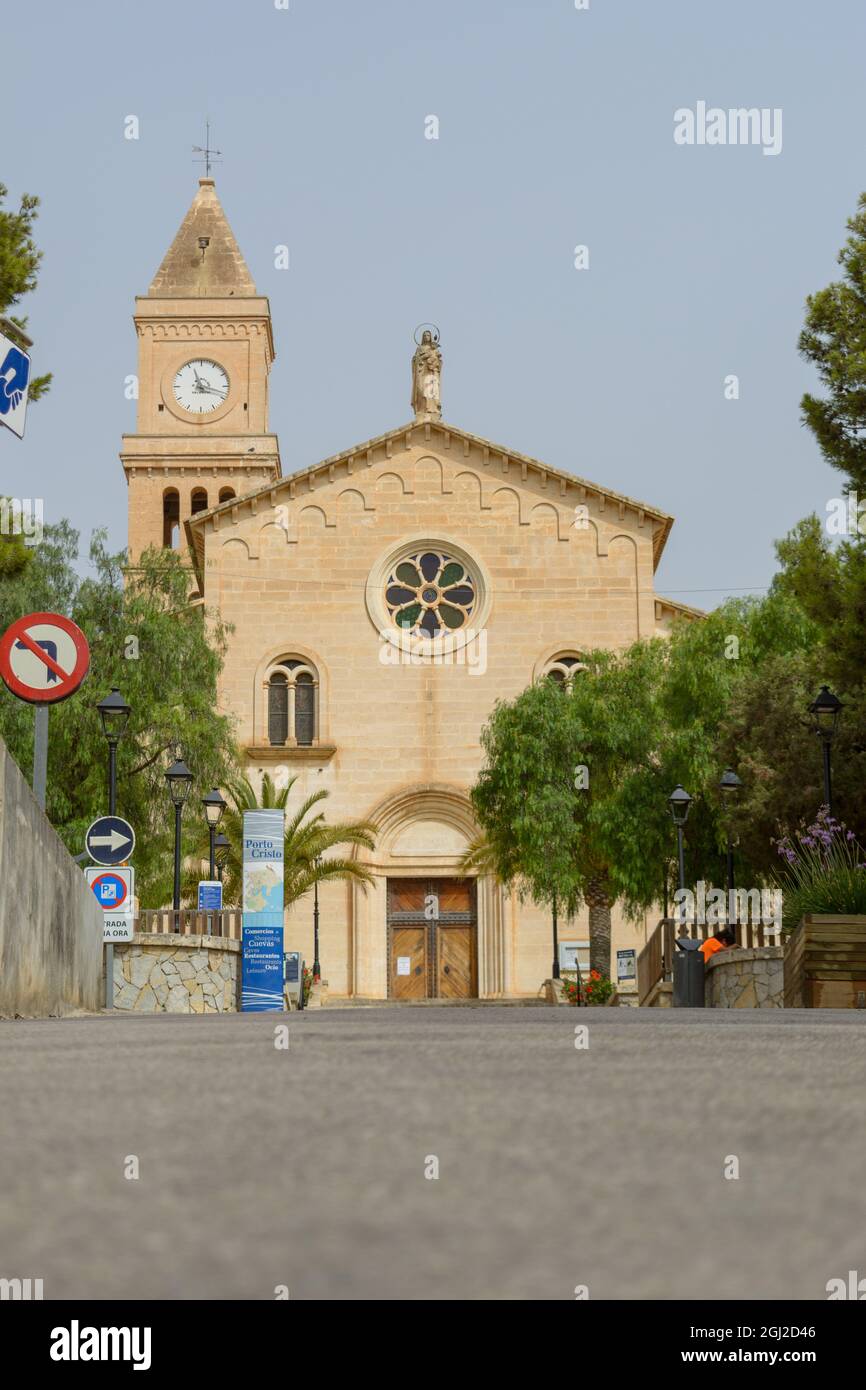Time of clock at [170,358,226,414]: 11:17
